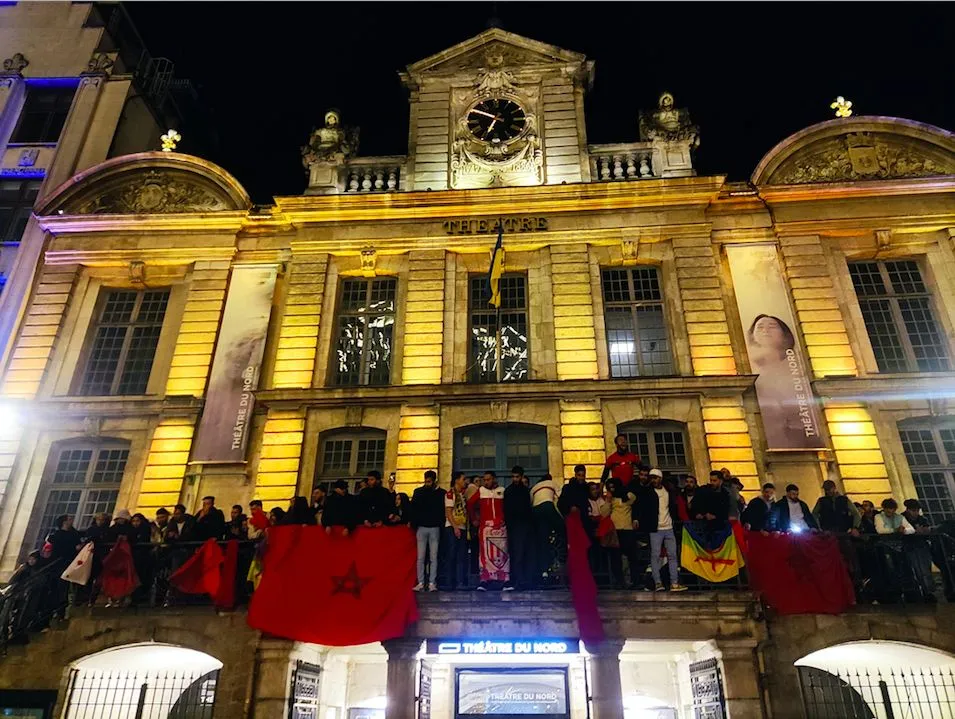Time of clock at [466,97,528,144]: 6:49
